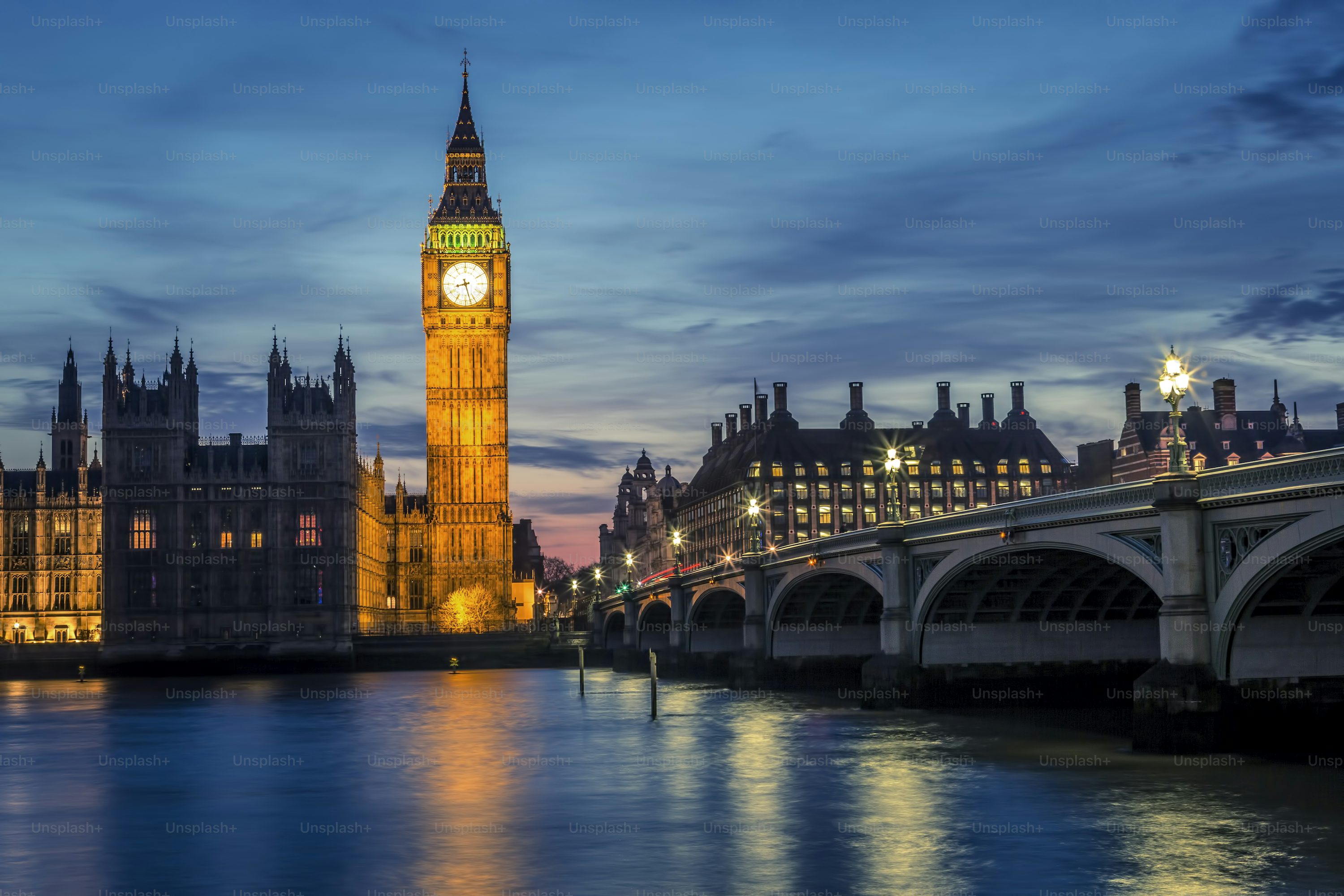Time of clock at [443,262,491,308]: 8:27
